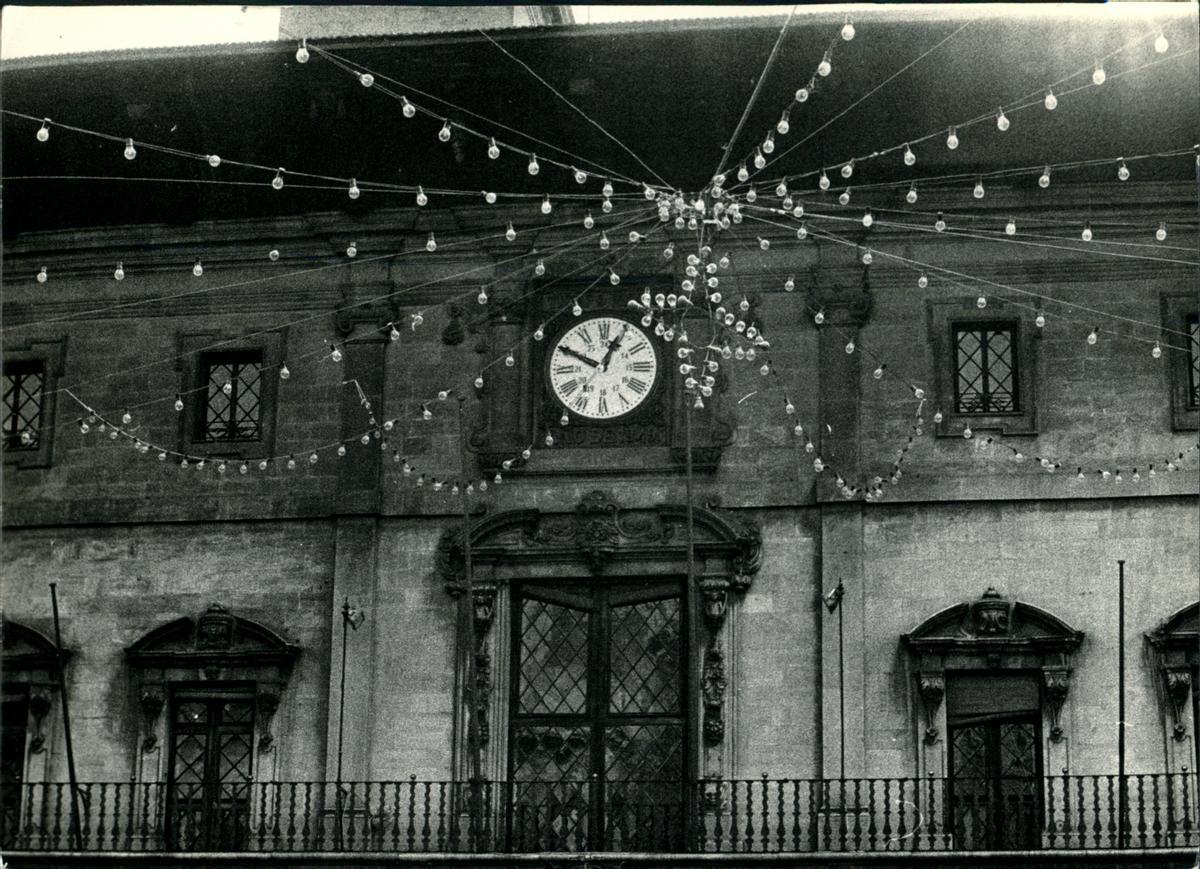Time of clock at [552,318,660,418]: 12:49
